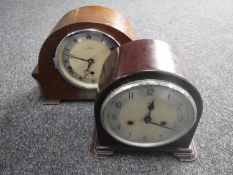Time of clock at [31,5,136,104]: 6:47
